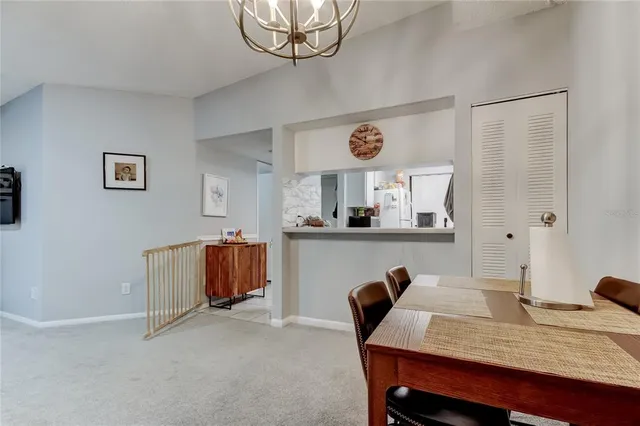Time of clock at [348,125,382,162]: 11:50
